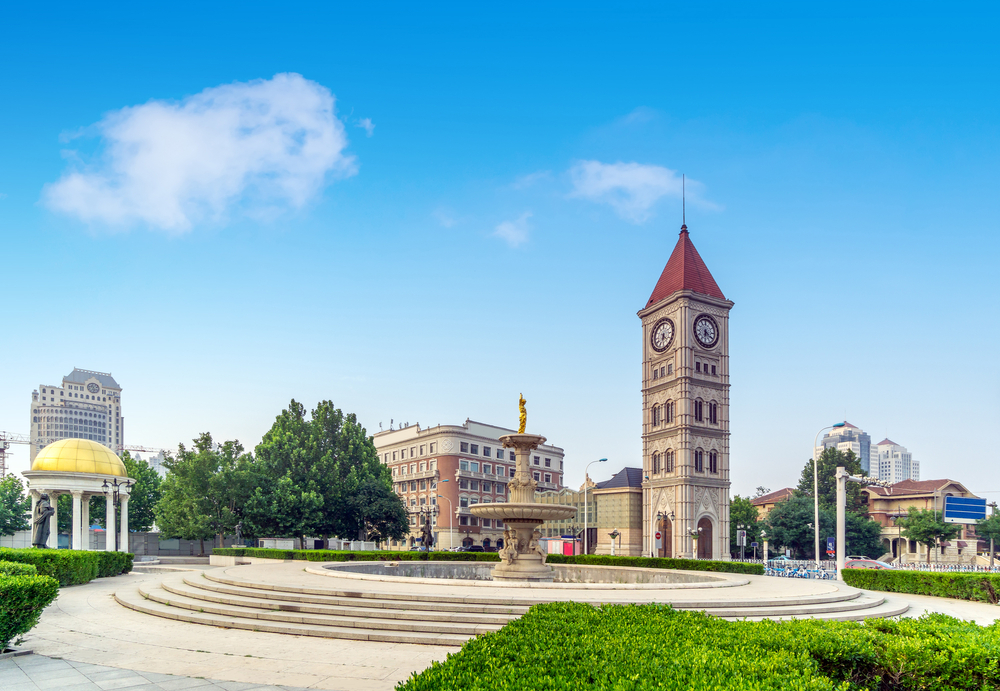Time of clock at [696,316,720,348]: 6:20
